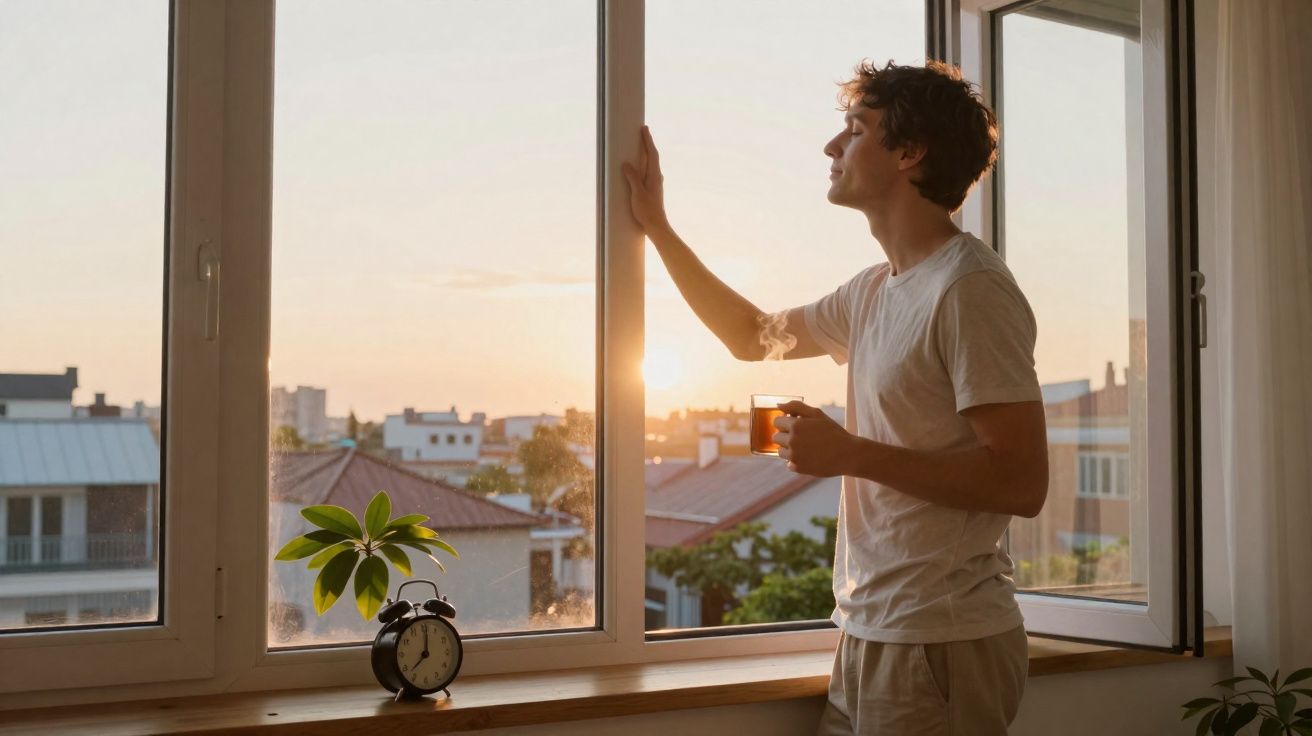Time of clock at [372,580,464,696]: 7:01
